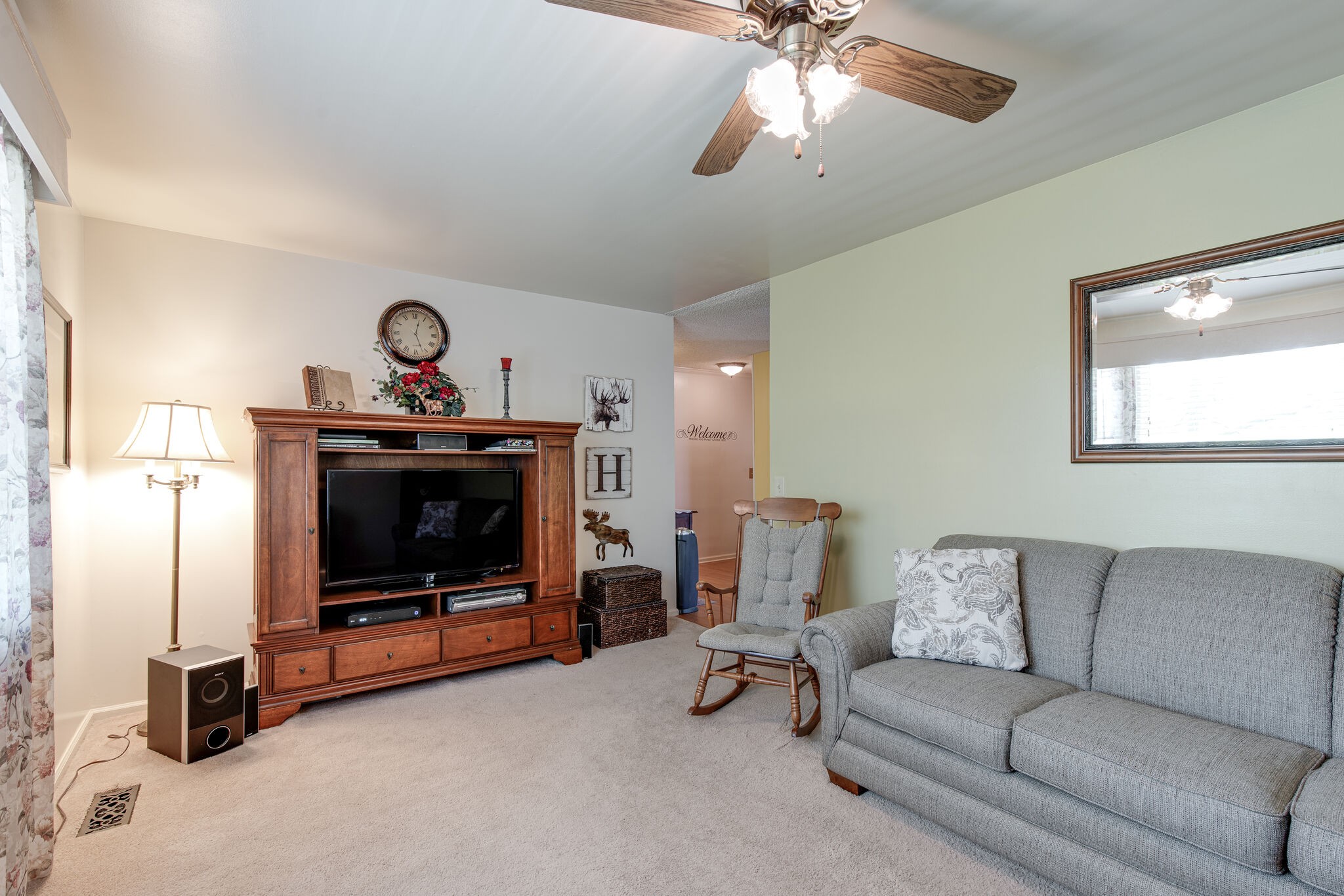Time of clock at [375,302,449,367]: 12:26
